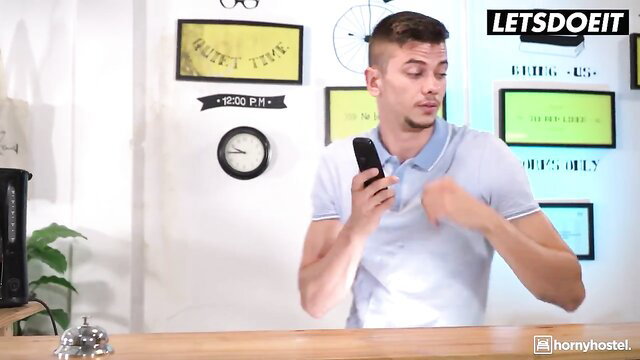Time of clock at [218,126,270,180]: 9:45
